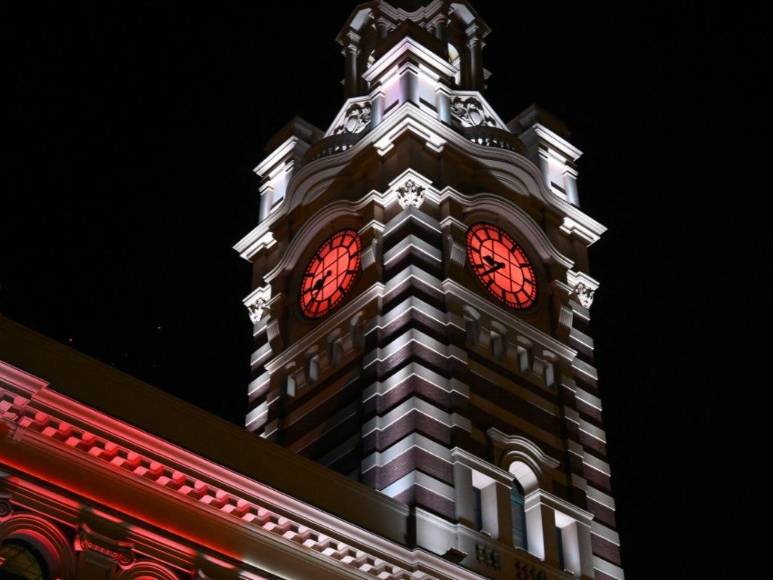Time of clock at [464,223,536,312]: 8:38
